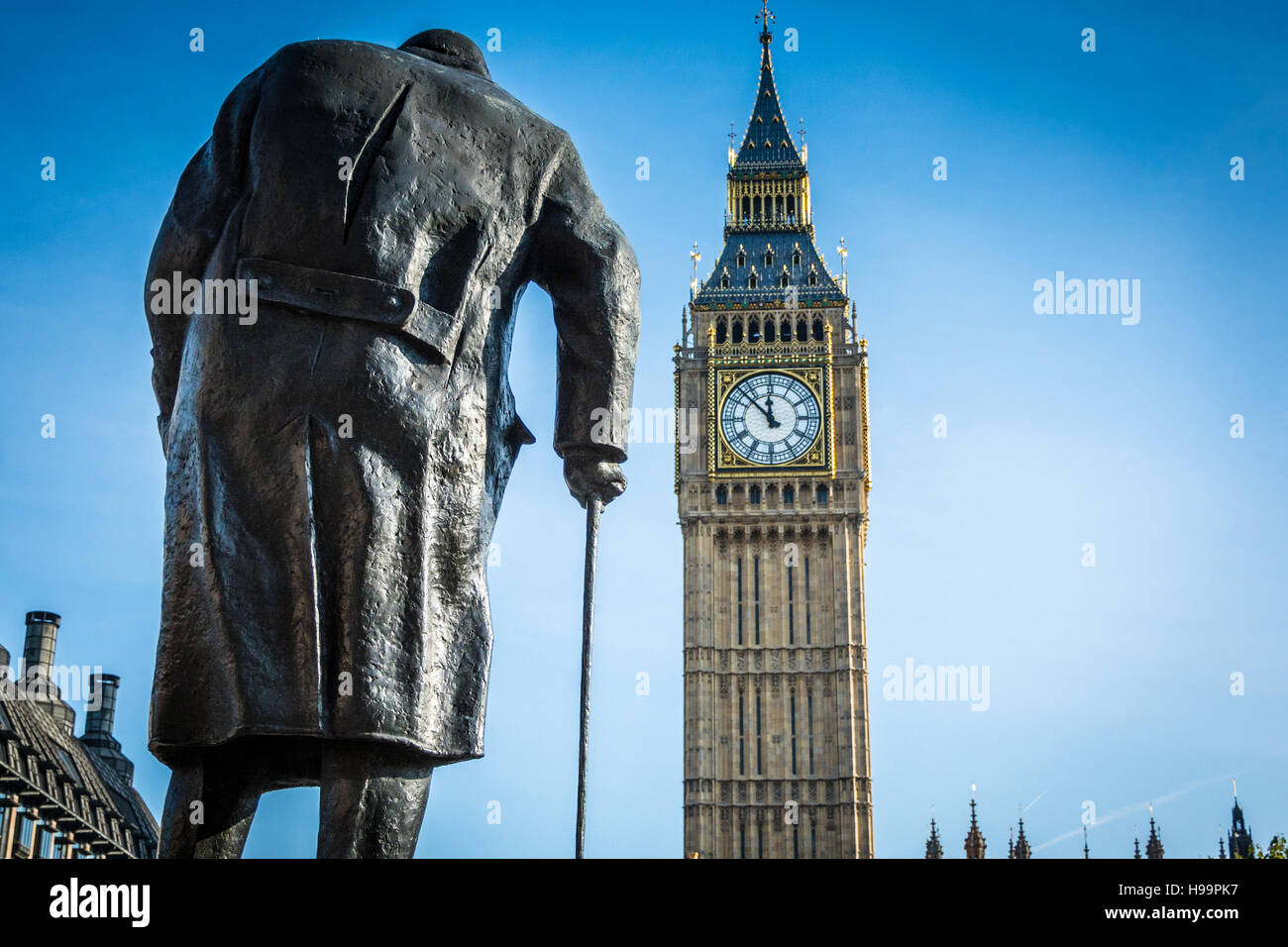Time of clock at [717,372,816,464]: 11:52
